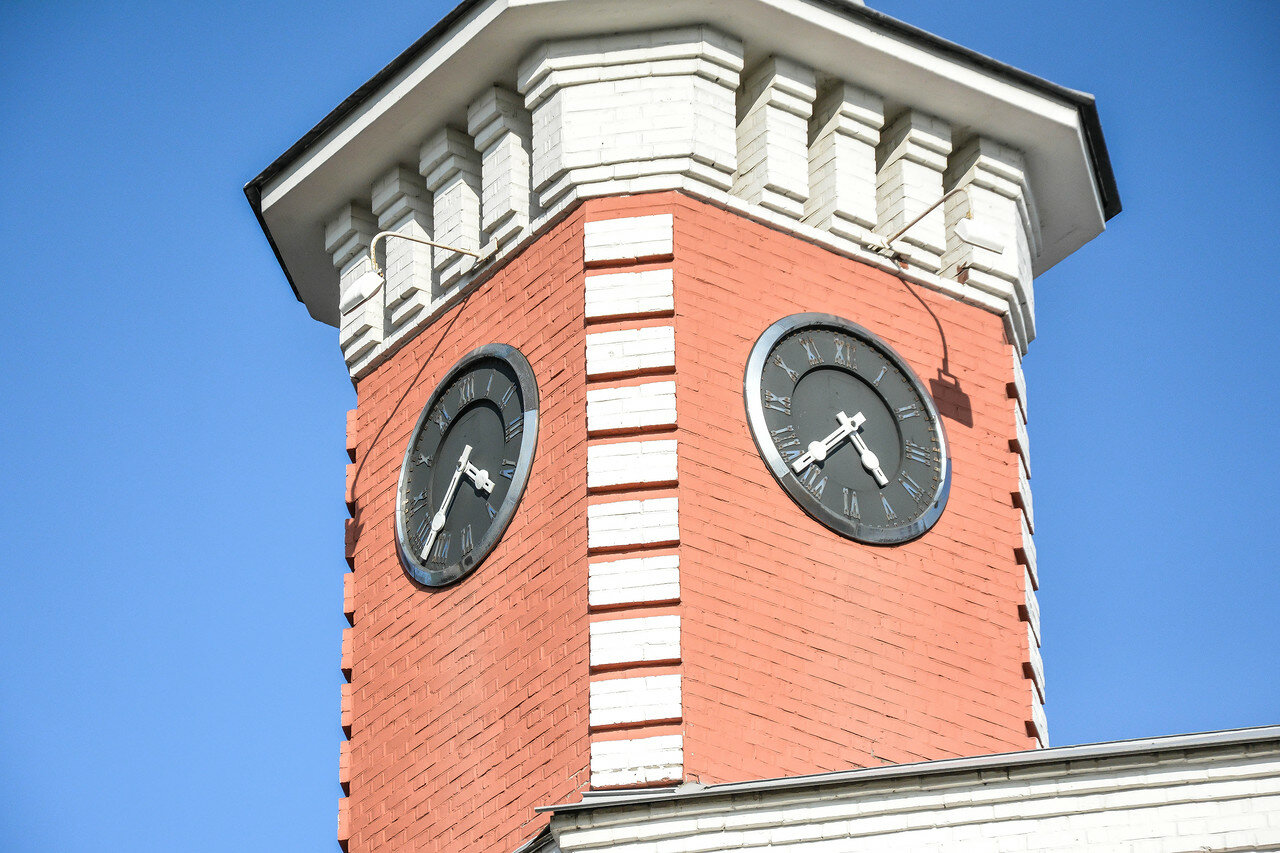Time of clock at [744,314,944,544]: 4:37
